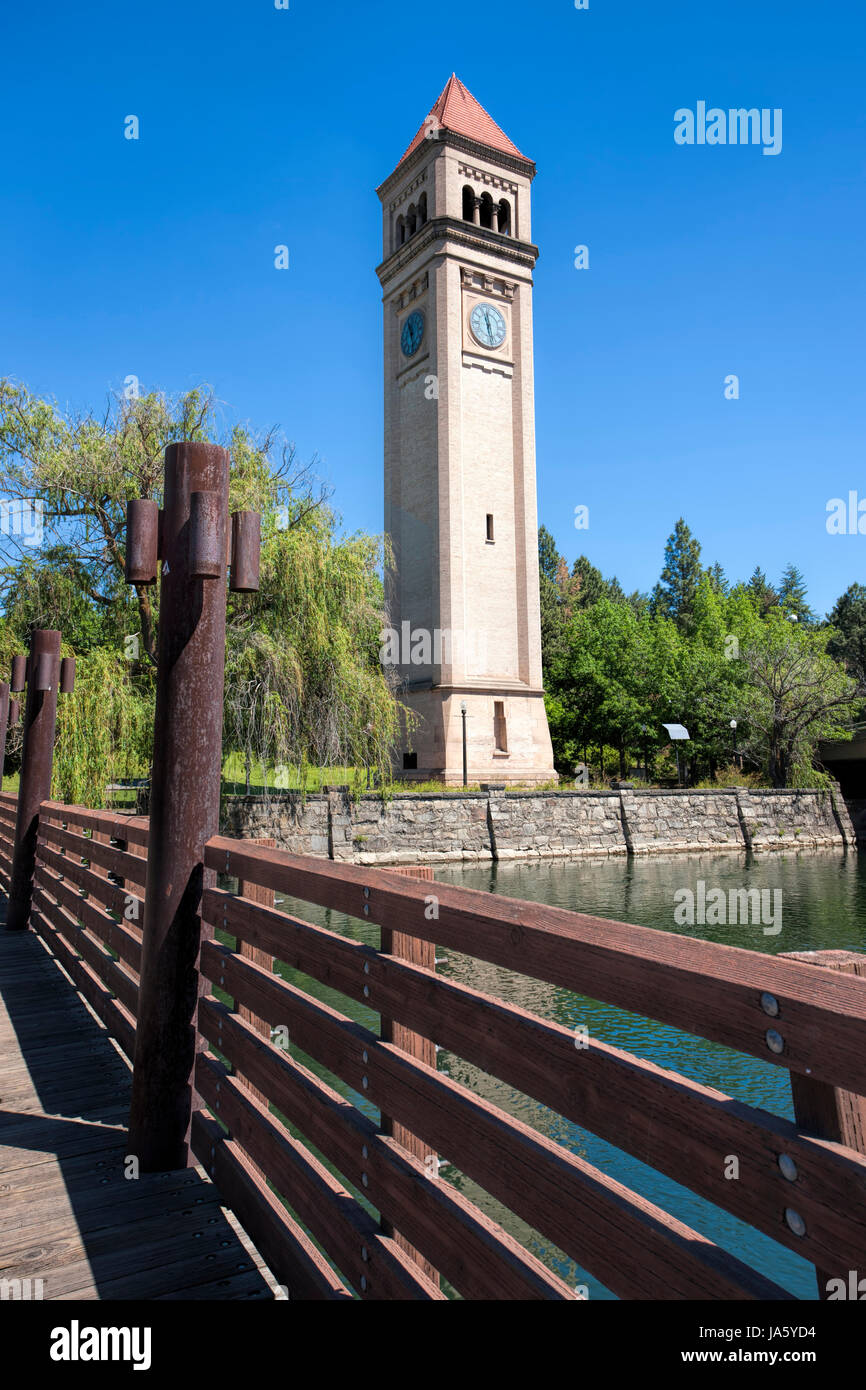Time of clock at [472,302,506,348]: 11:28
